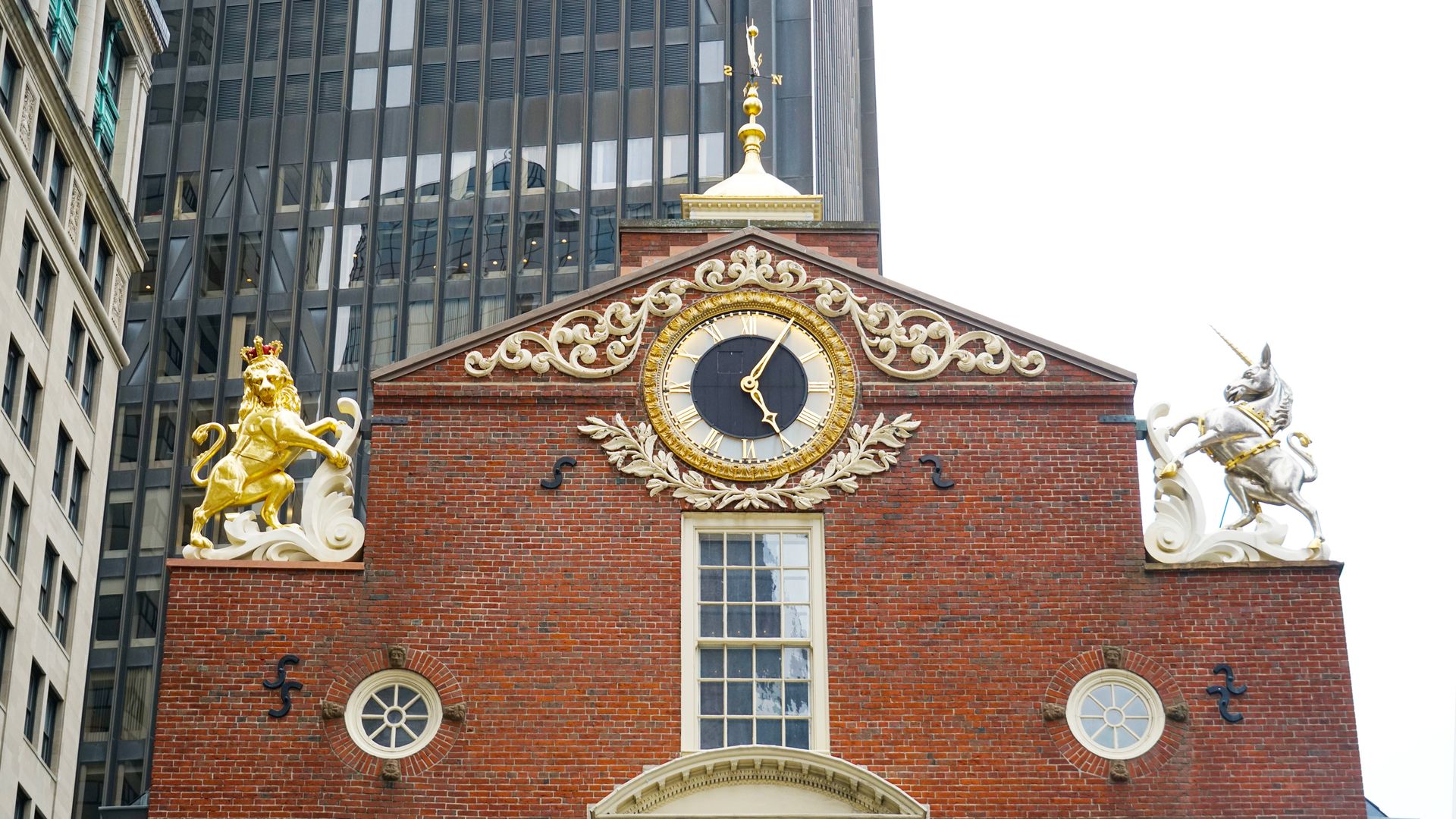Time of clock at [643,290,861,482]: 5:05
